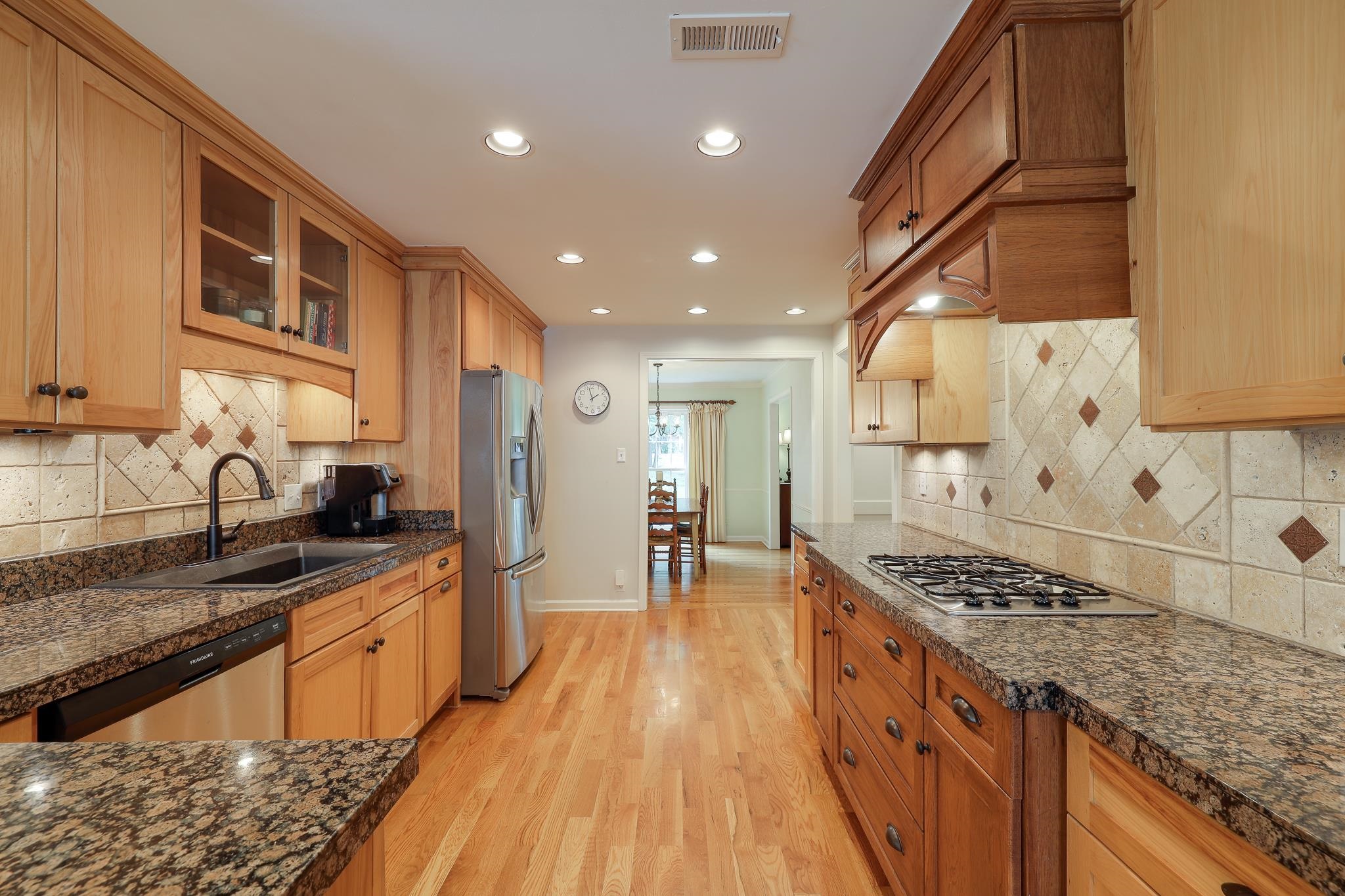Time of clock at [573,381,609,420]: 1:57
